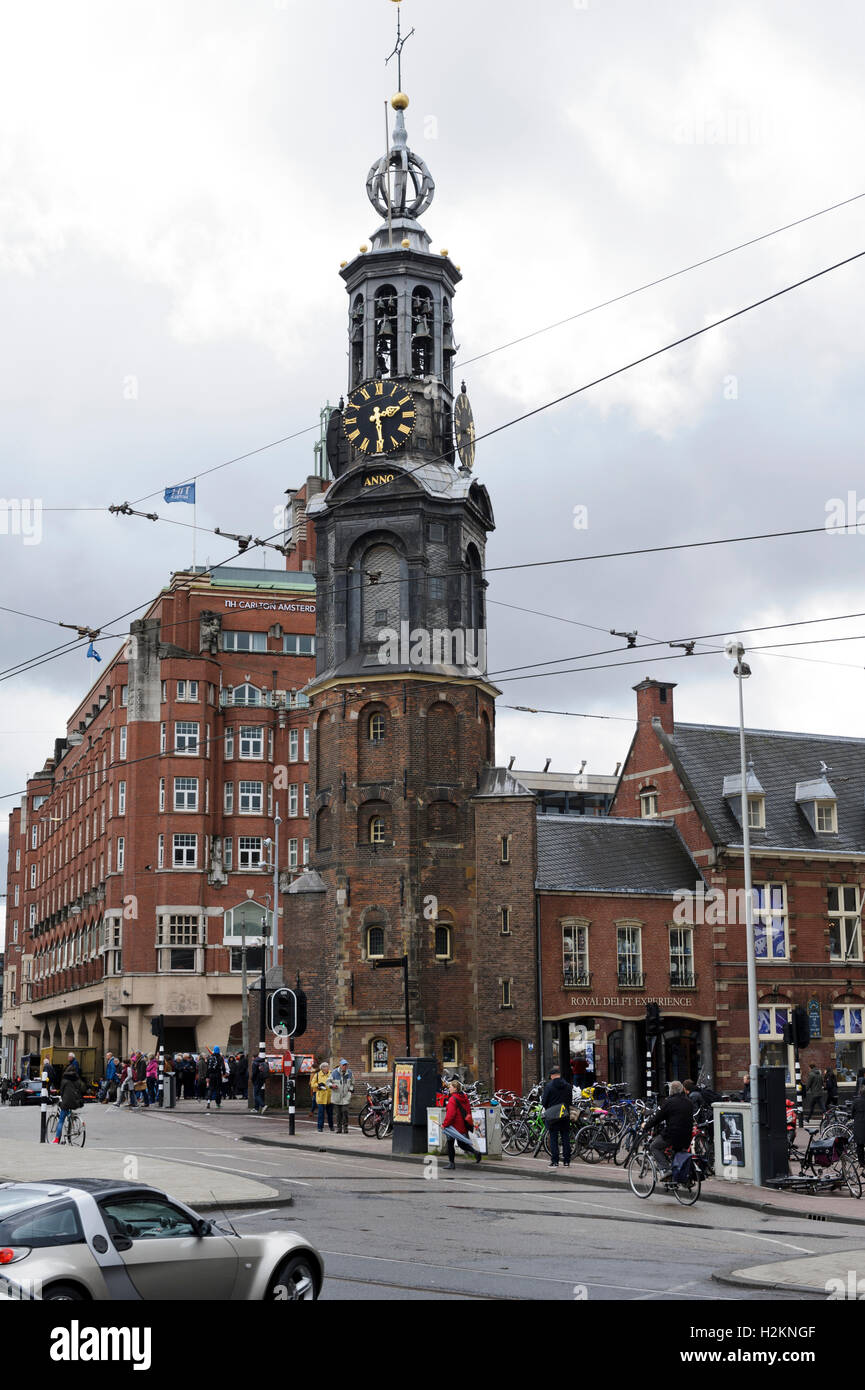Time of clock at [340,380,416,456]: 2:29
